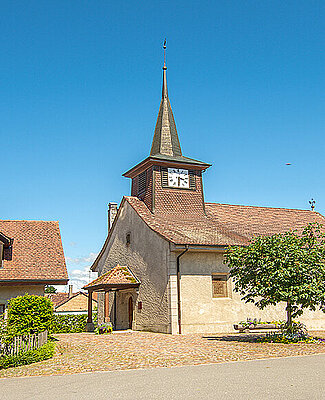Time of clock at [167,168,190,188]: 3:30
